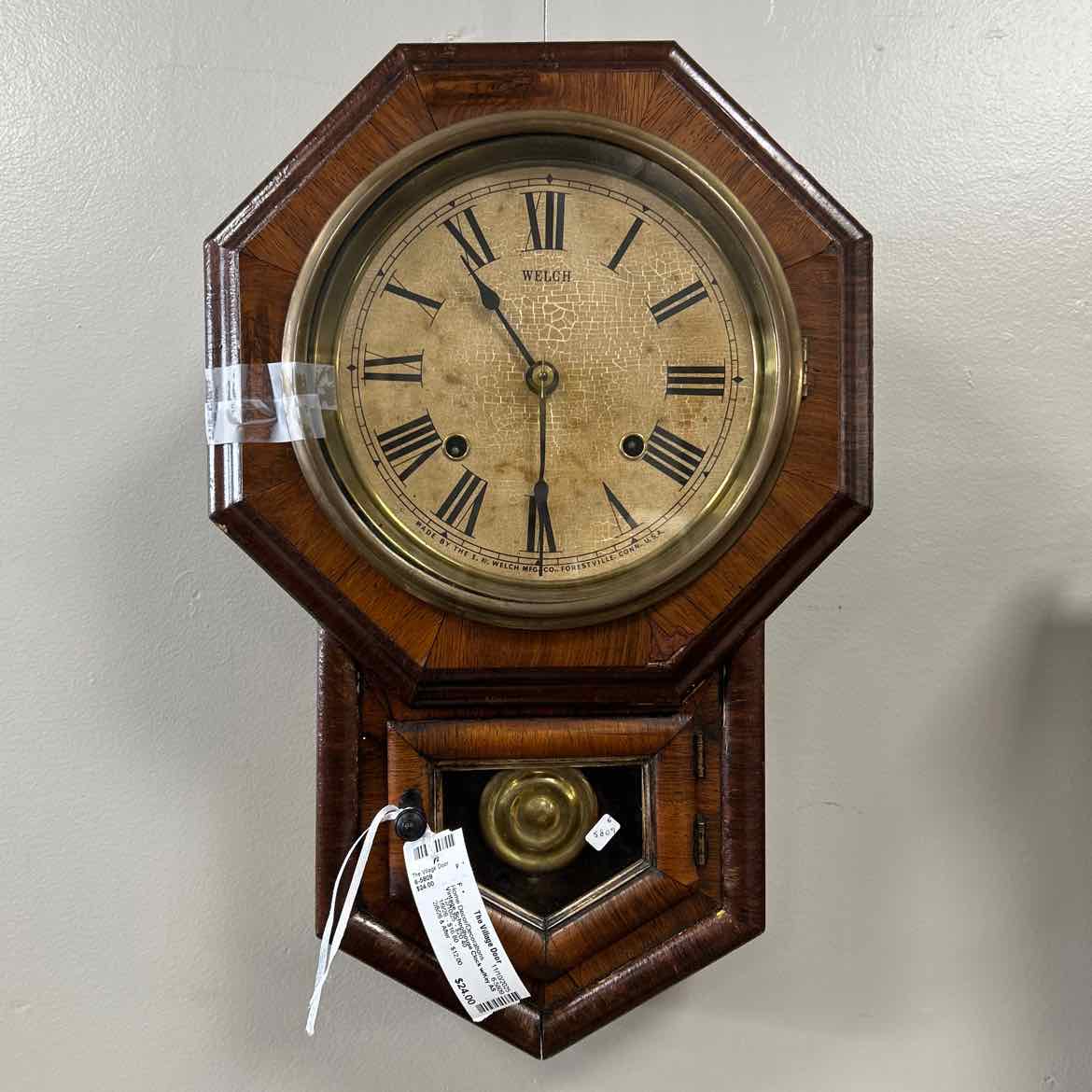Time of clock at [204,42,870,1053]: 5:54
